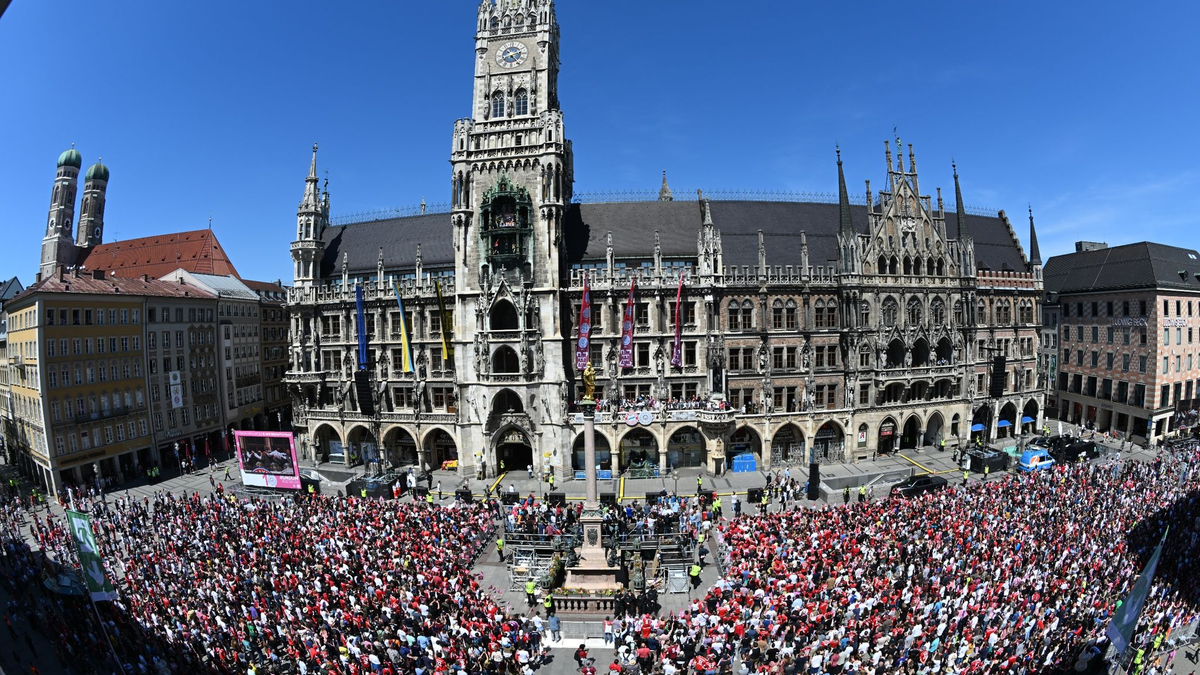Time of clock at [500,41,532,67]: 2:23
